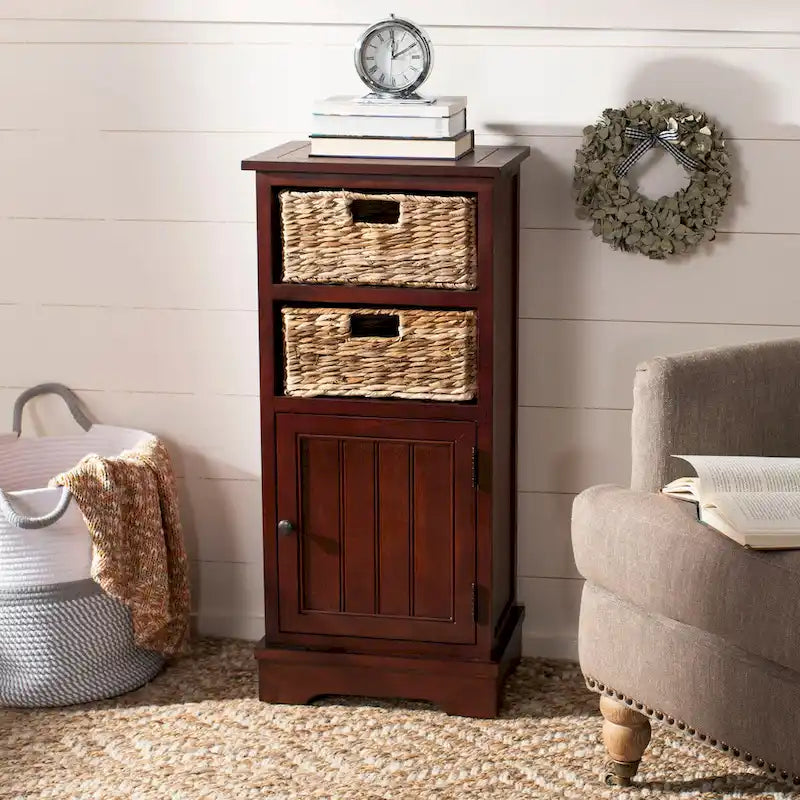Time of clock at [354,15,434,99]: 12:10
